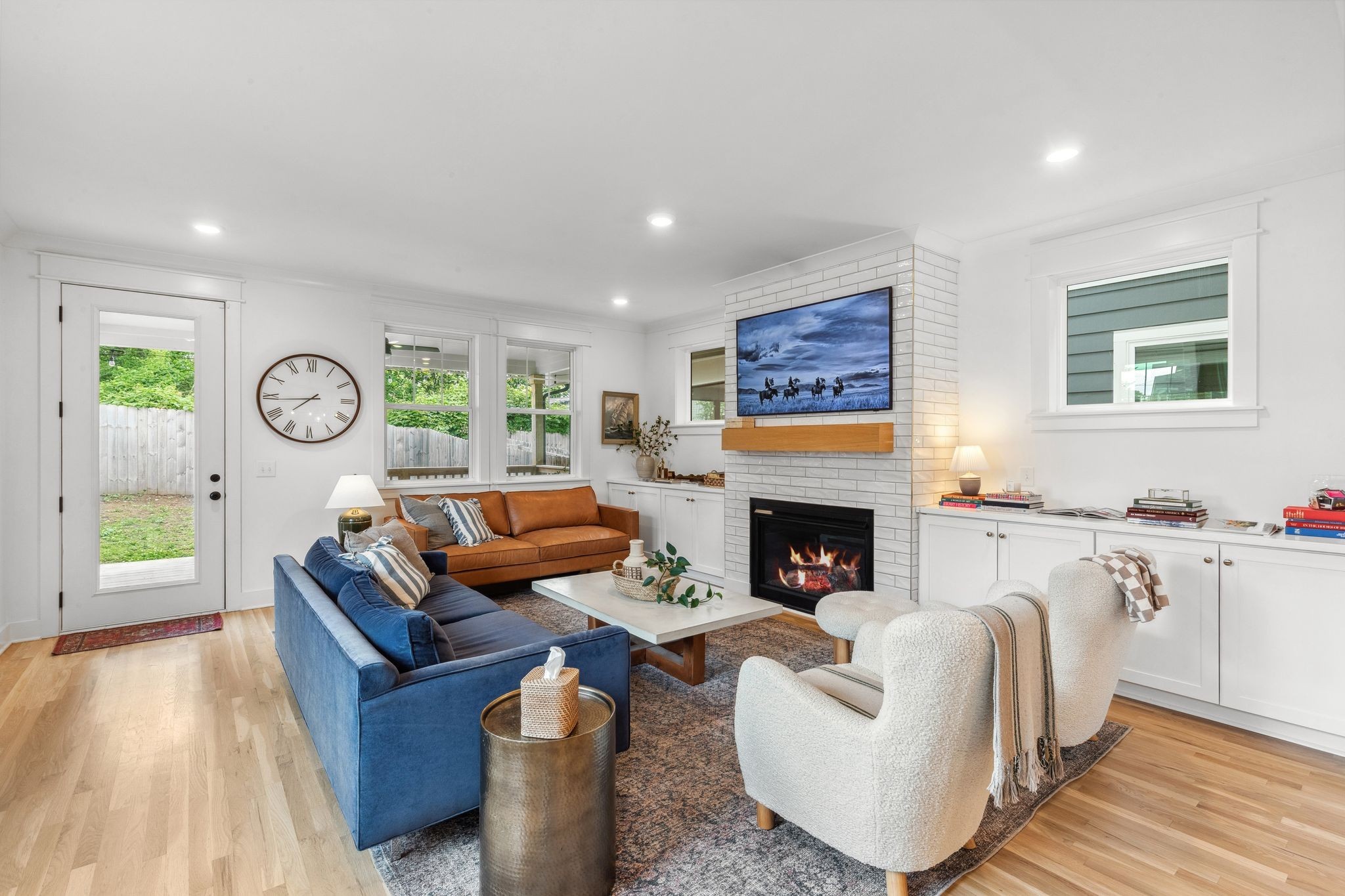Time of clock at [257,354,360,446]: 7:44
